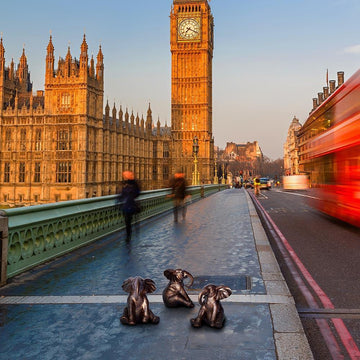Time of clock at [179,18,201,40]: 7:18
